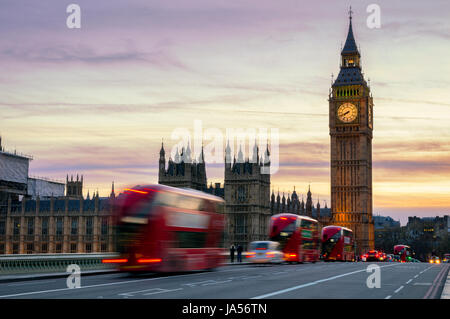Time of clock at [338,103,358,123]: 7:41
